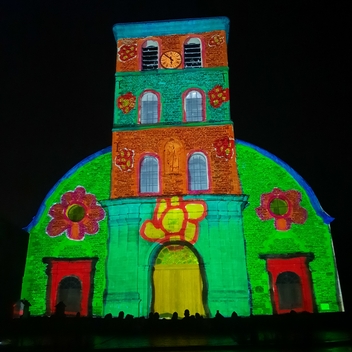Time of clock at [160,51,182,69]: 5:51
